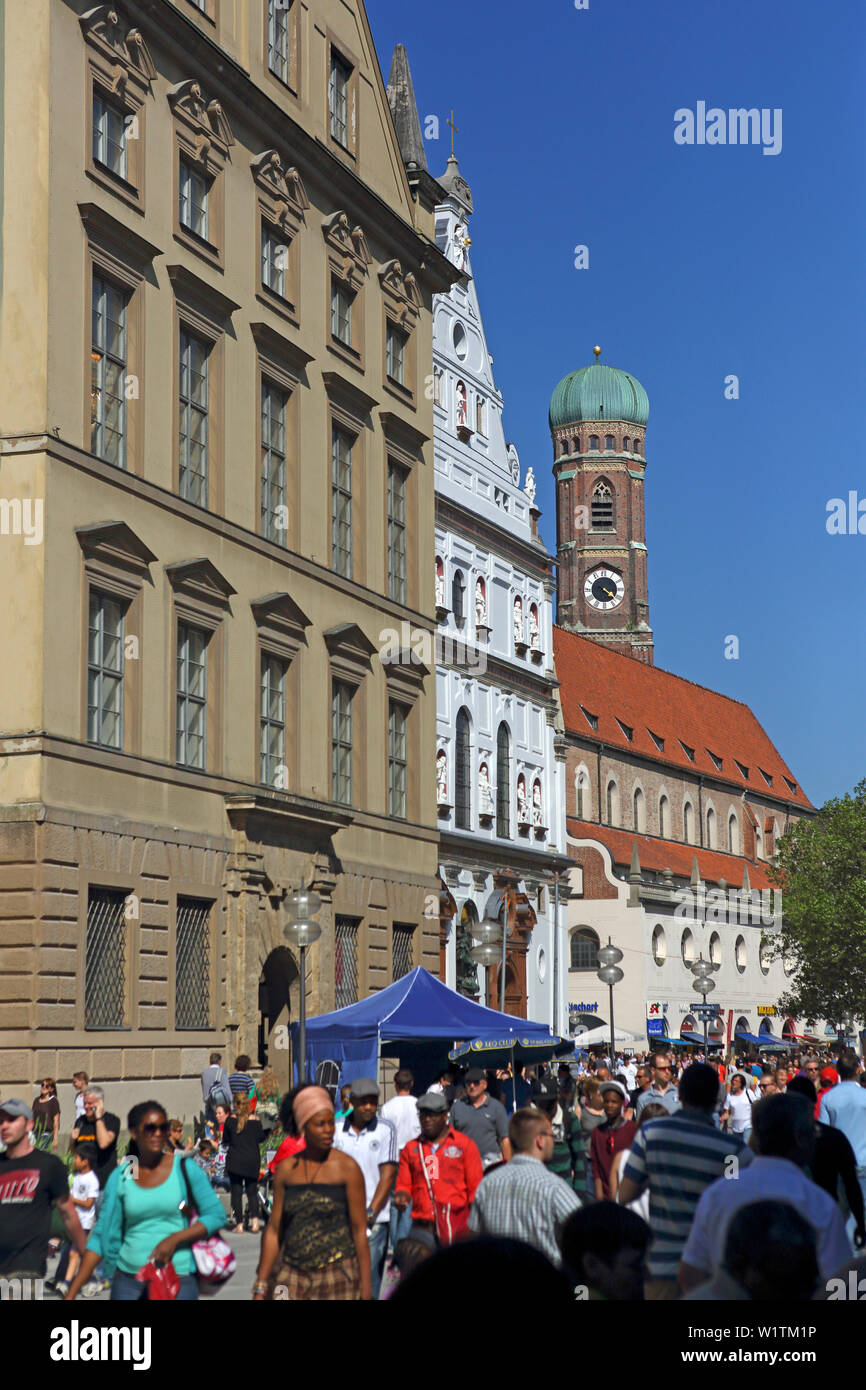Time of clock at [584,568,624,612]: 4:21
